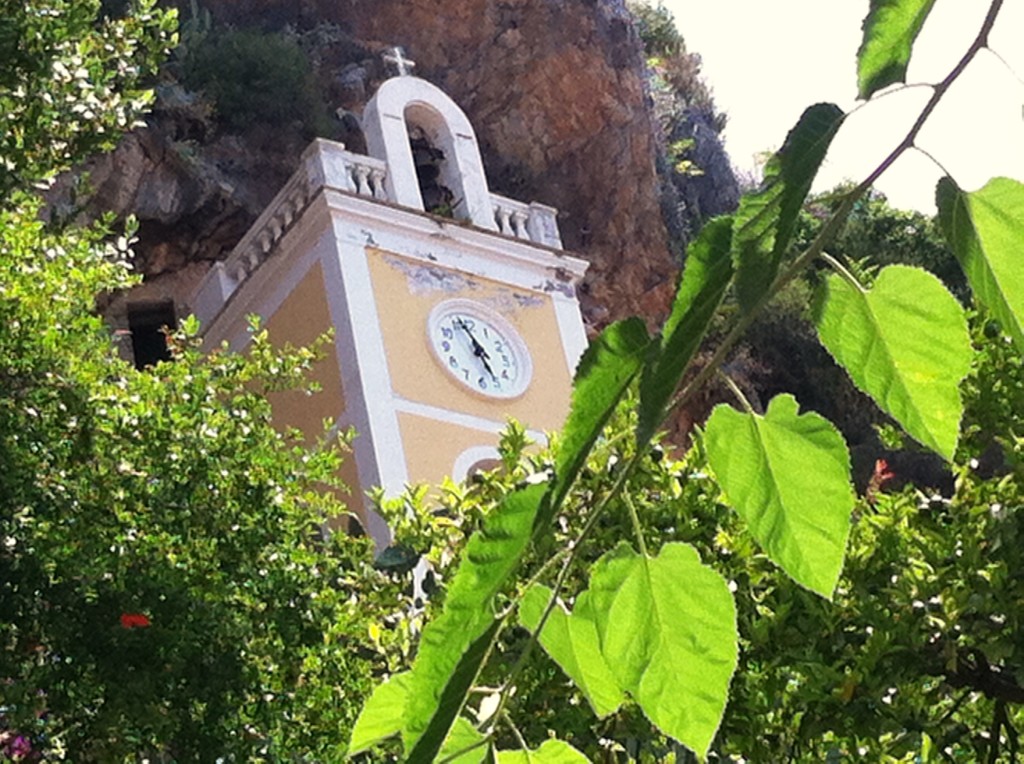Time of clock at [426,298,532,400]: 4:56
